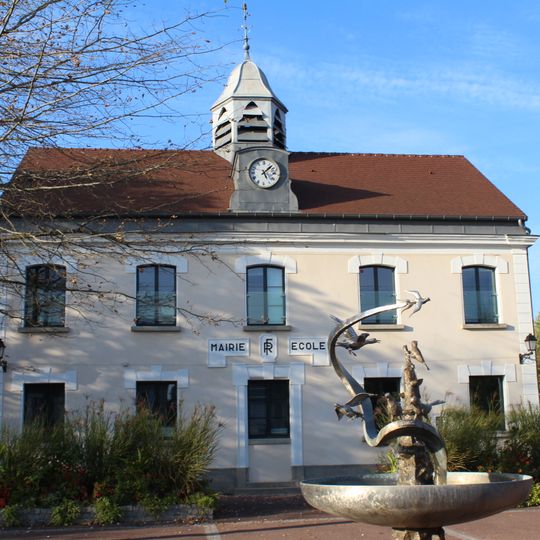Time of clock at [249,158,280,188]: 5:07
